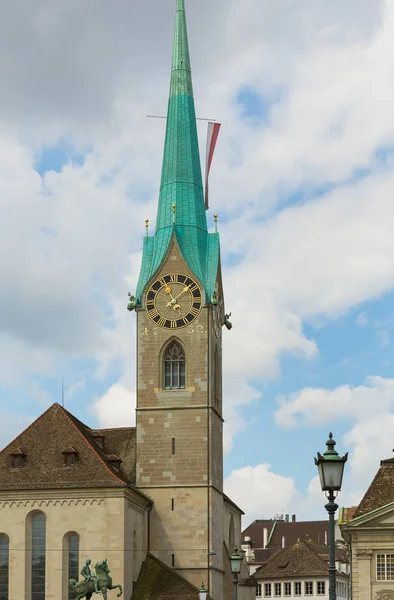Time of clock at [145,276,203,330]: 11:08
